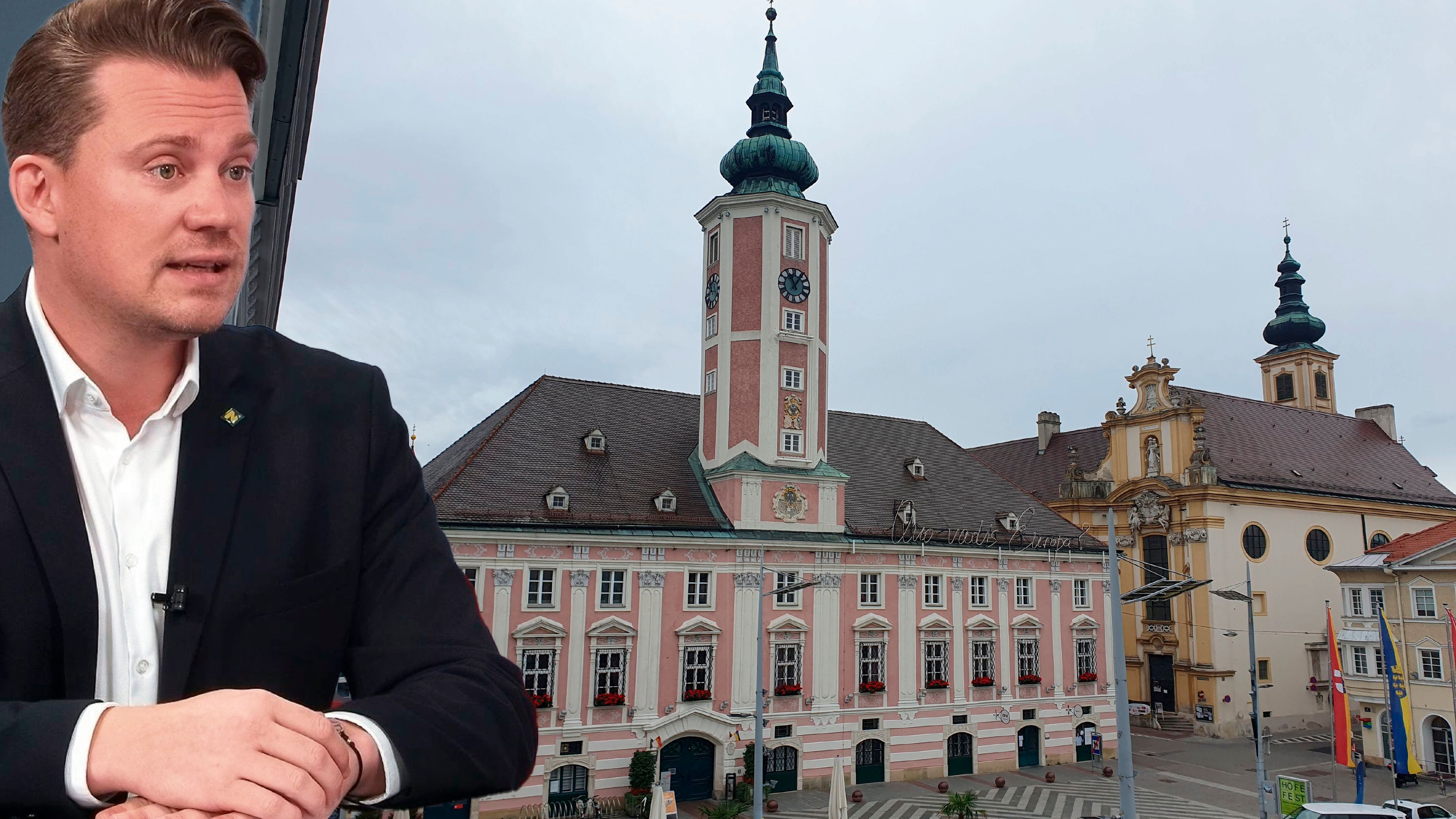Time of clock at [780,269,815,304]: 11:06
